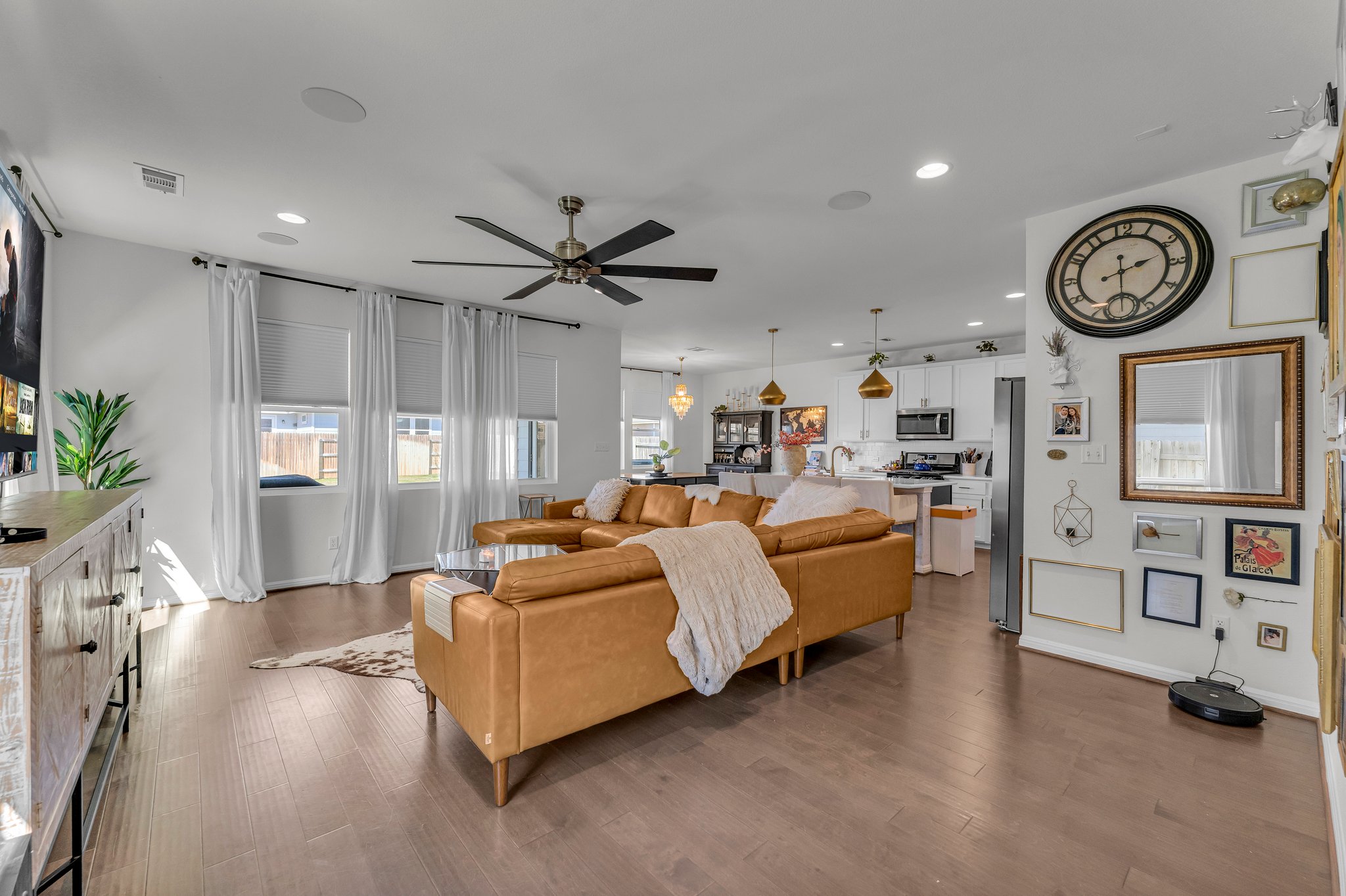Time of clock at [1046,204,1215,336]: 2:29
